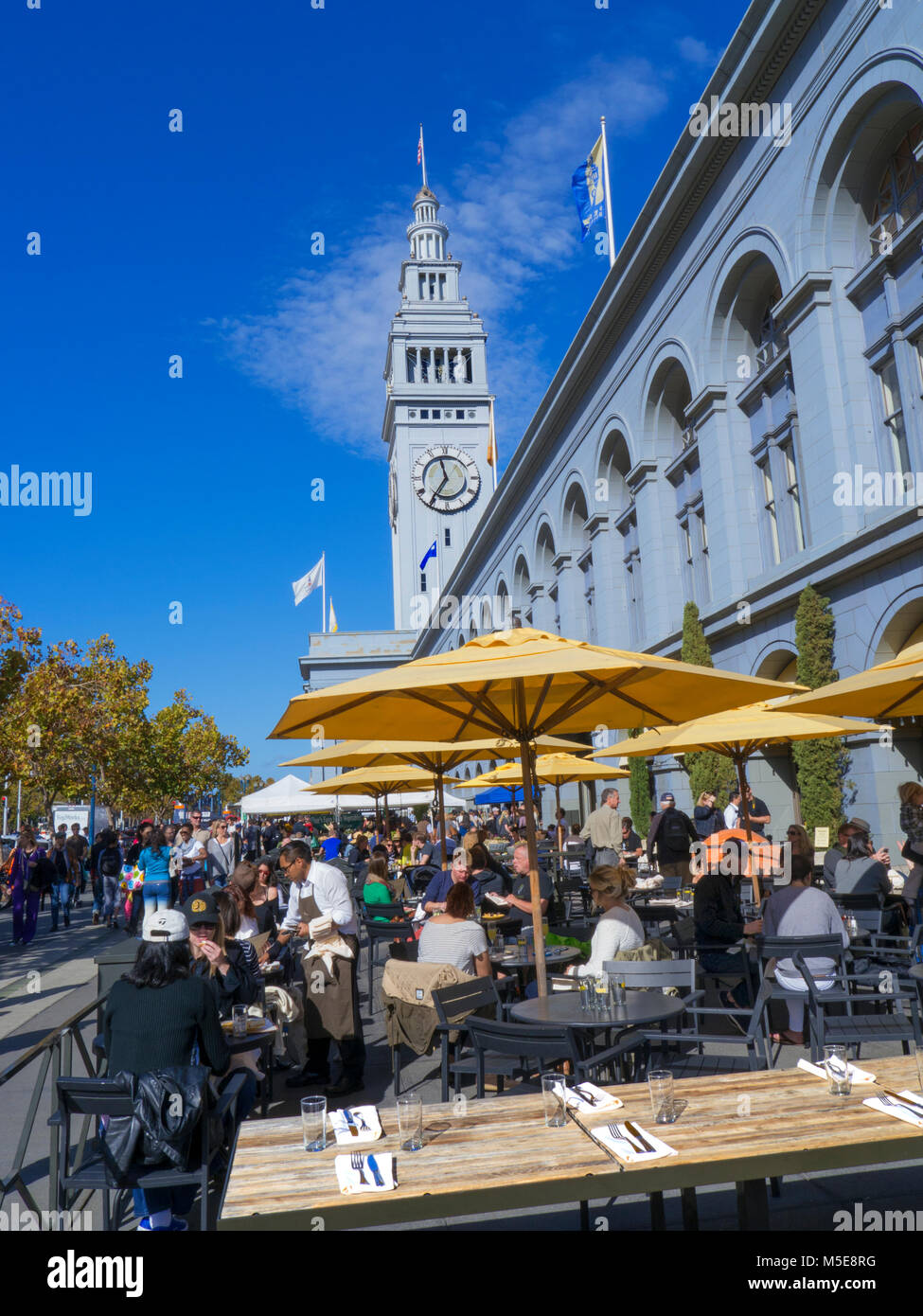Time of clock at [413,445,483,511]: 11:35
